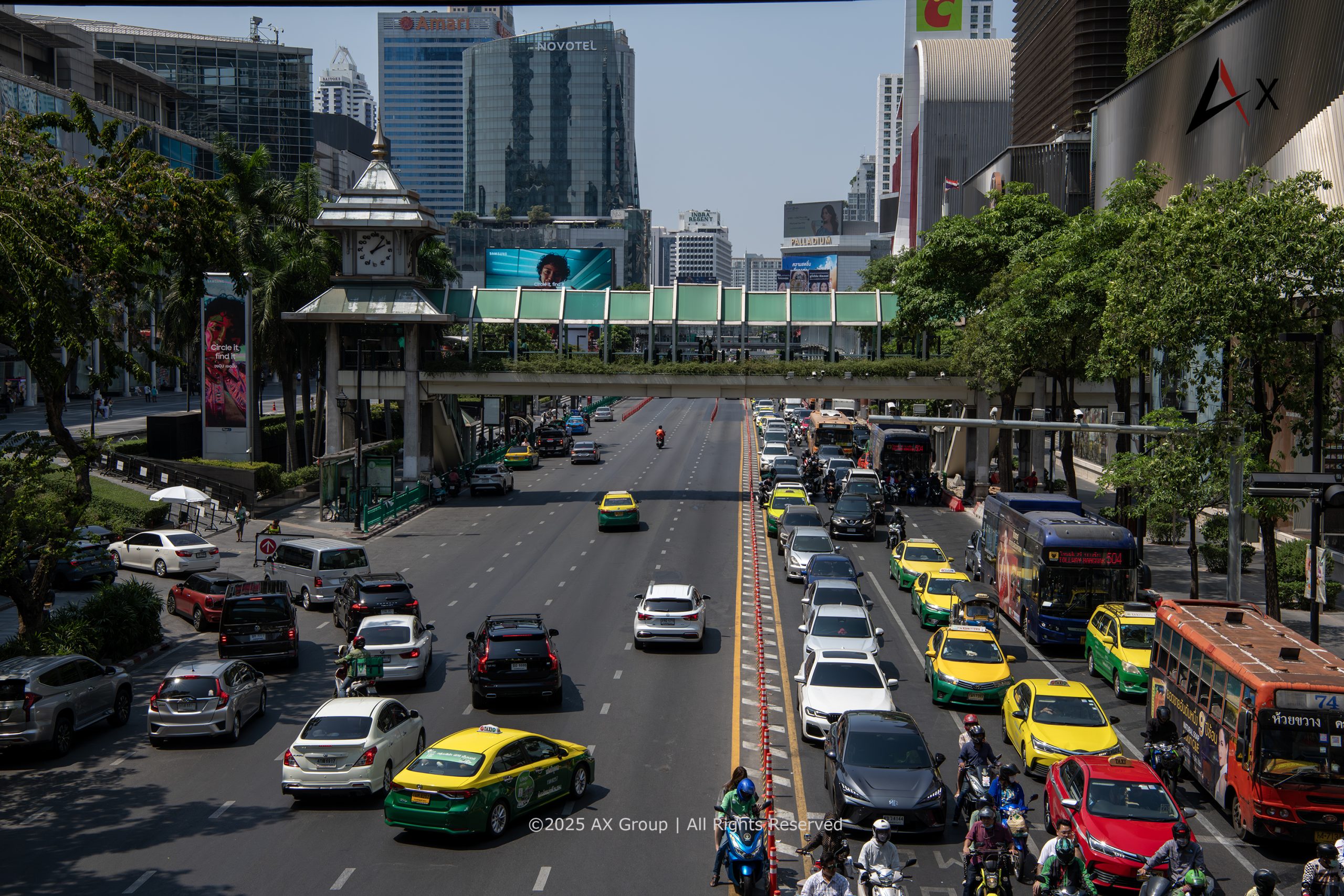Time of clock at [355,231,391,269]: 2:06
